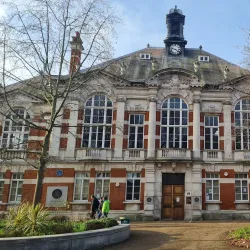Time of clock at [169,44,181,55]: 9:22
